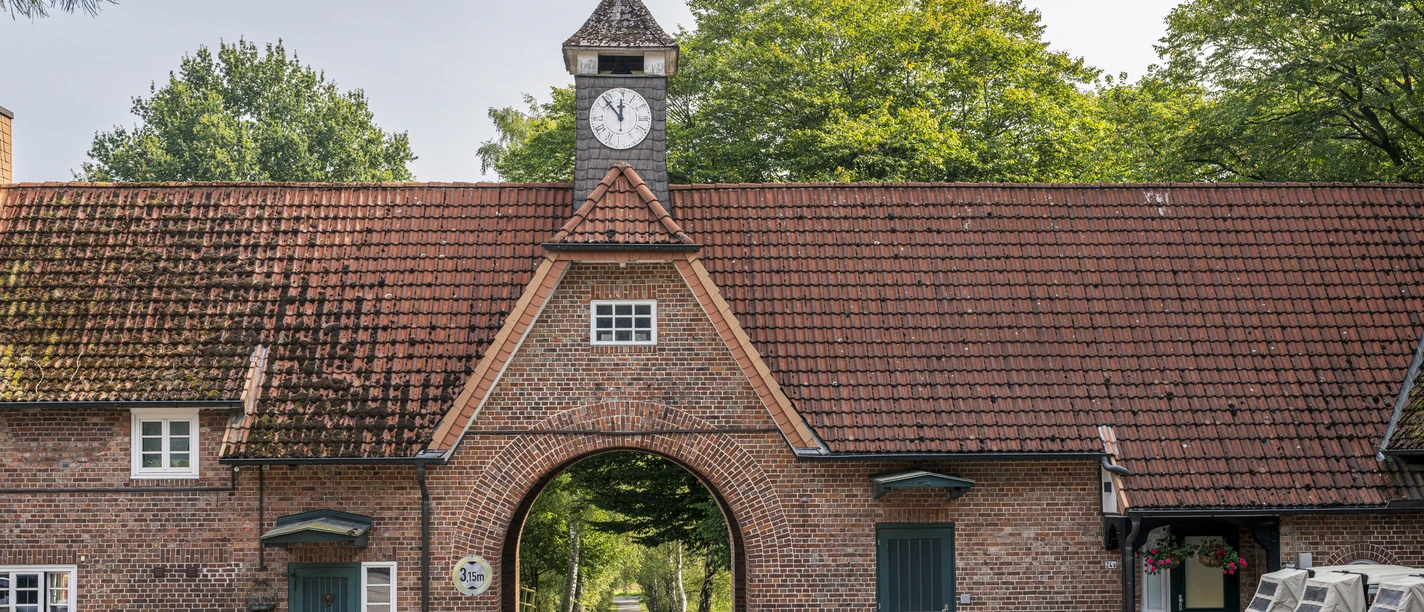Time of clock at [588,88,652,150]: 11:53
